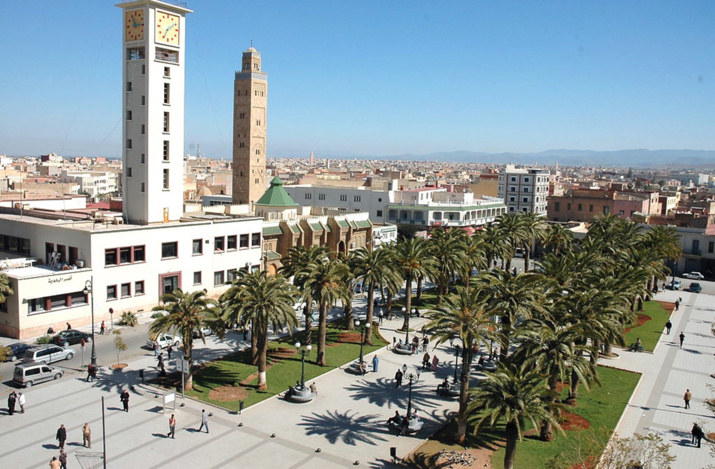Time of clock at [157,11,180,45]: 1:34
